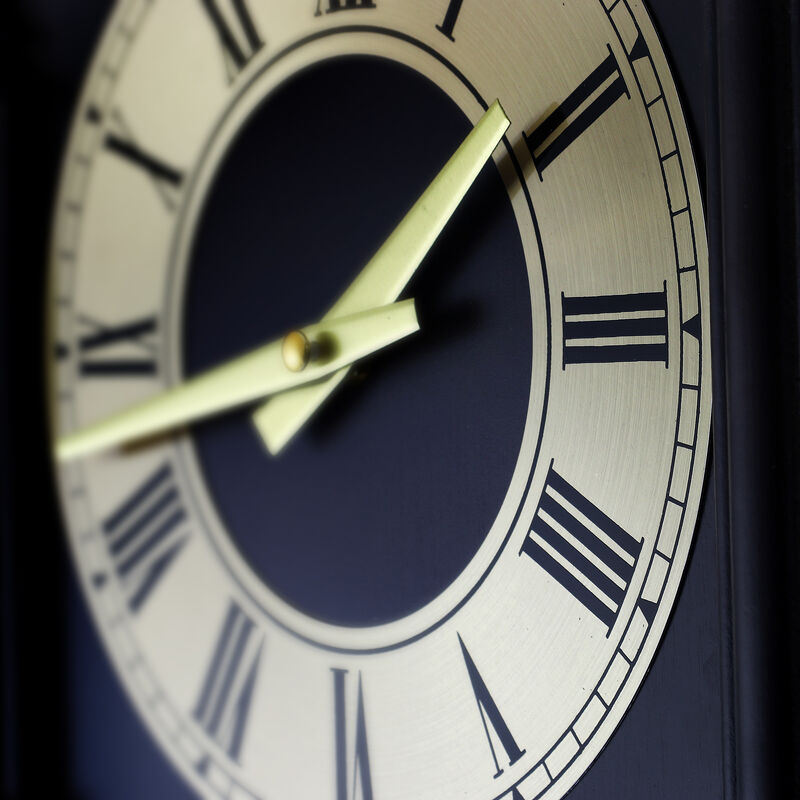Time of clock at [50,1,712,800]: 1:42
